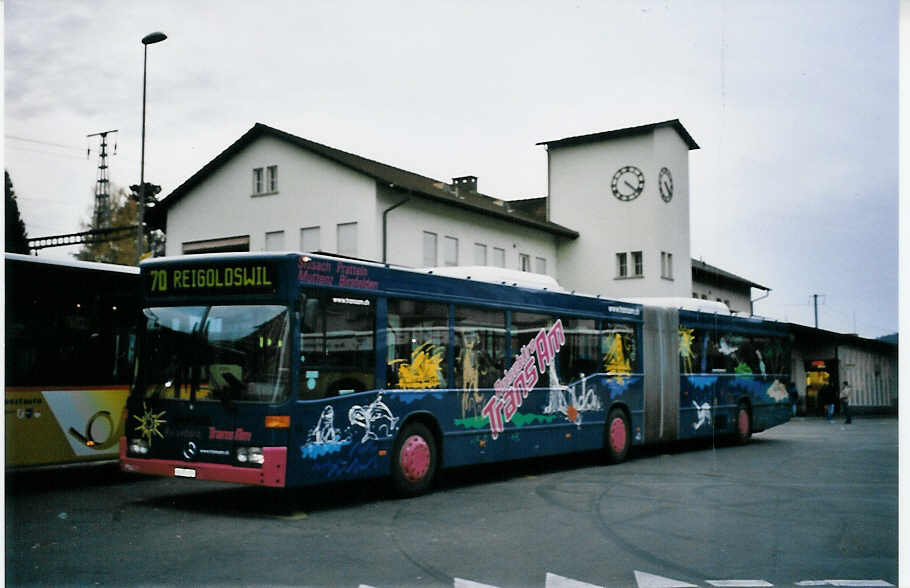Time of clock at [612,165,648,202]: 4:21
